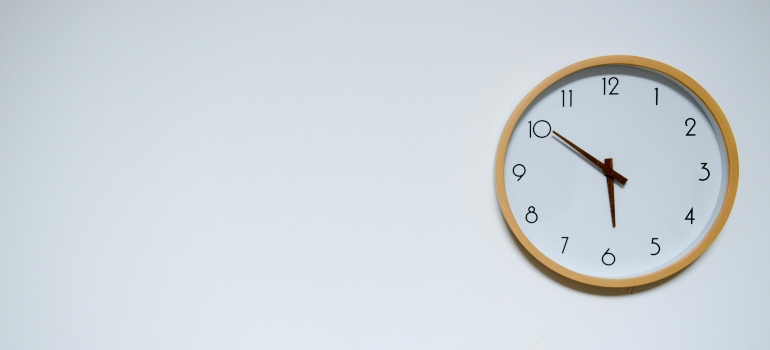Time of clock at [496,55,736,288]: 5:50
